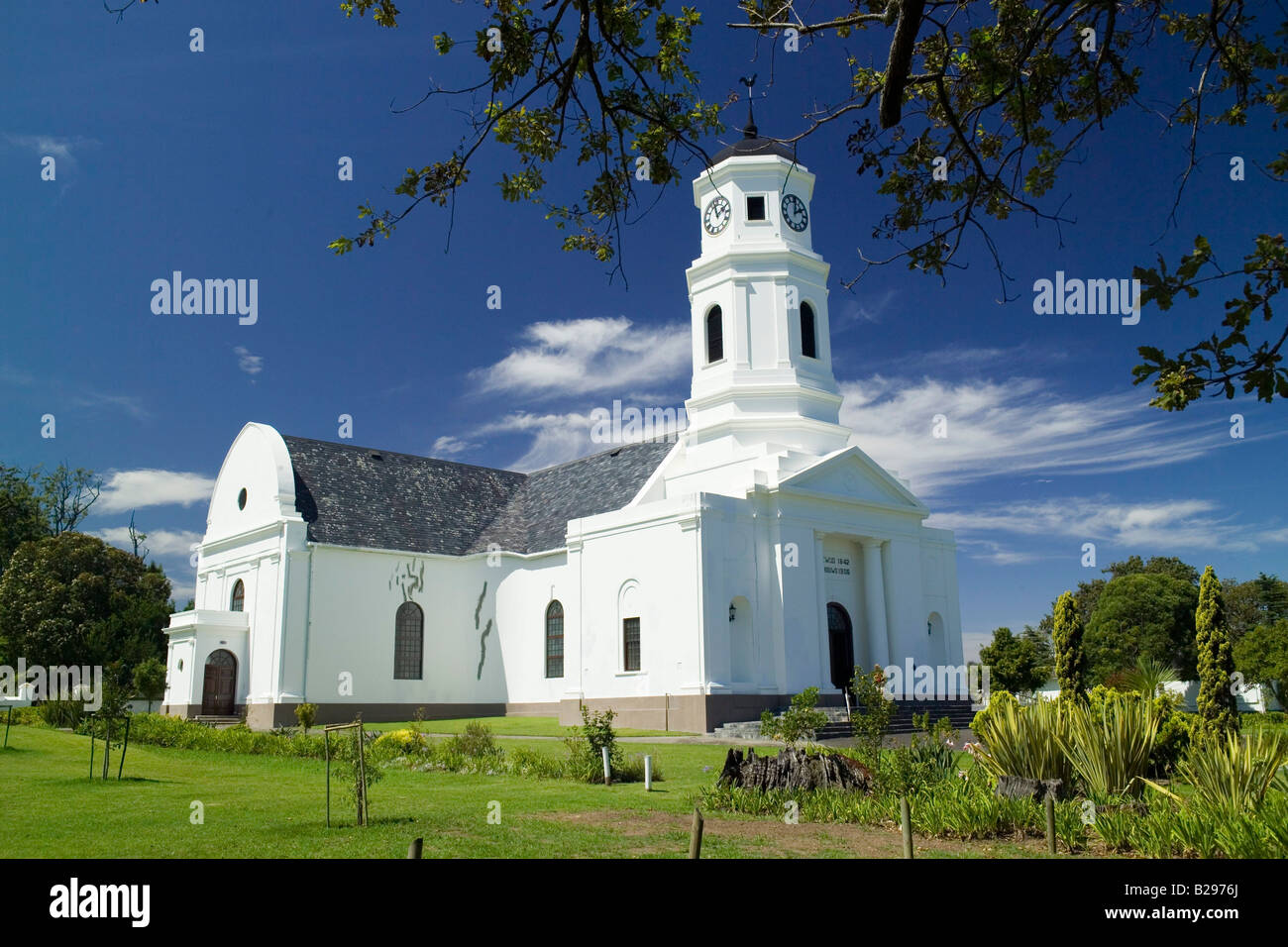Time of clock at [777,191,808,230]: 2:01
